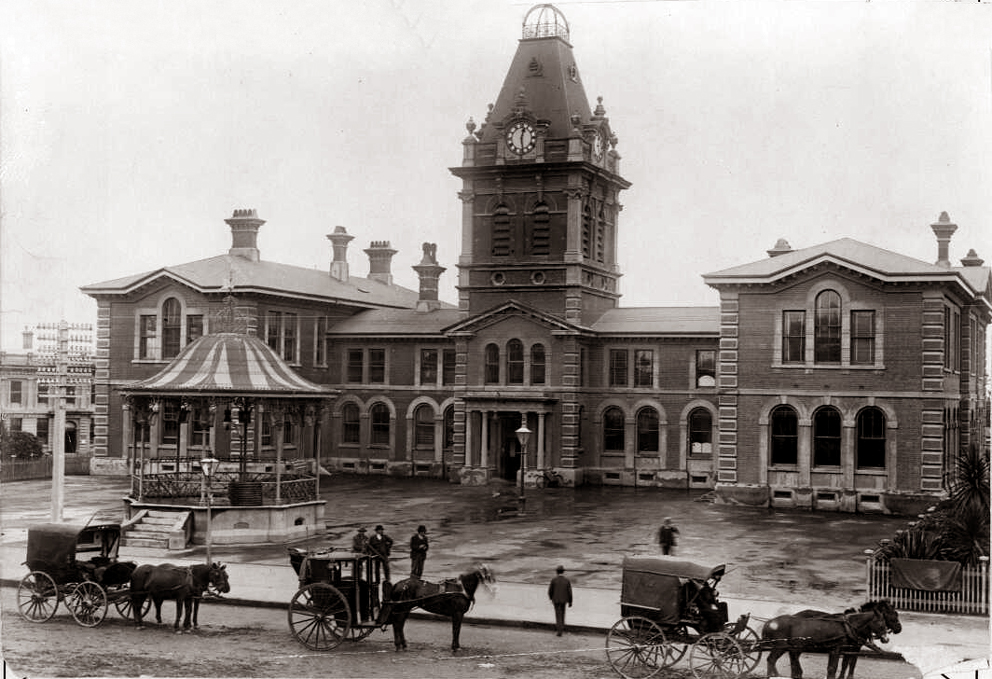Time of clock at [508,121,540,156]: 12:28
